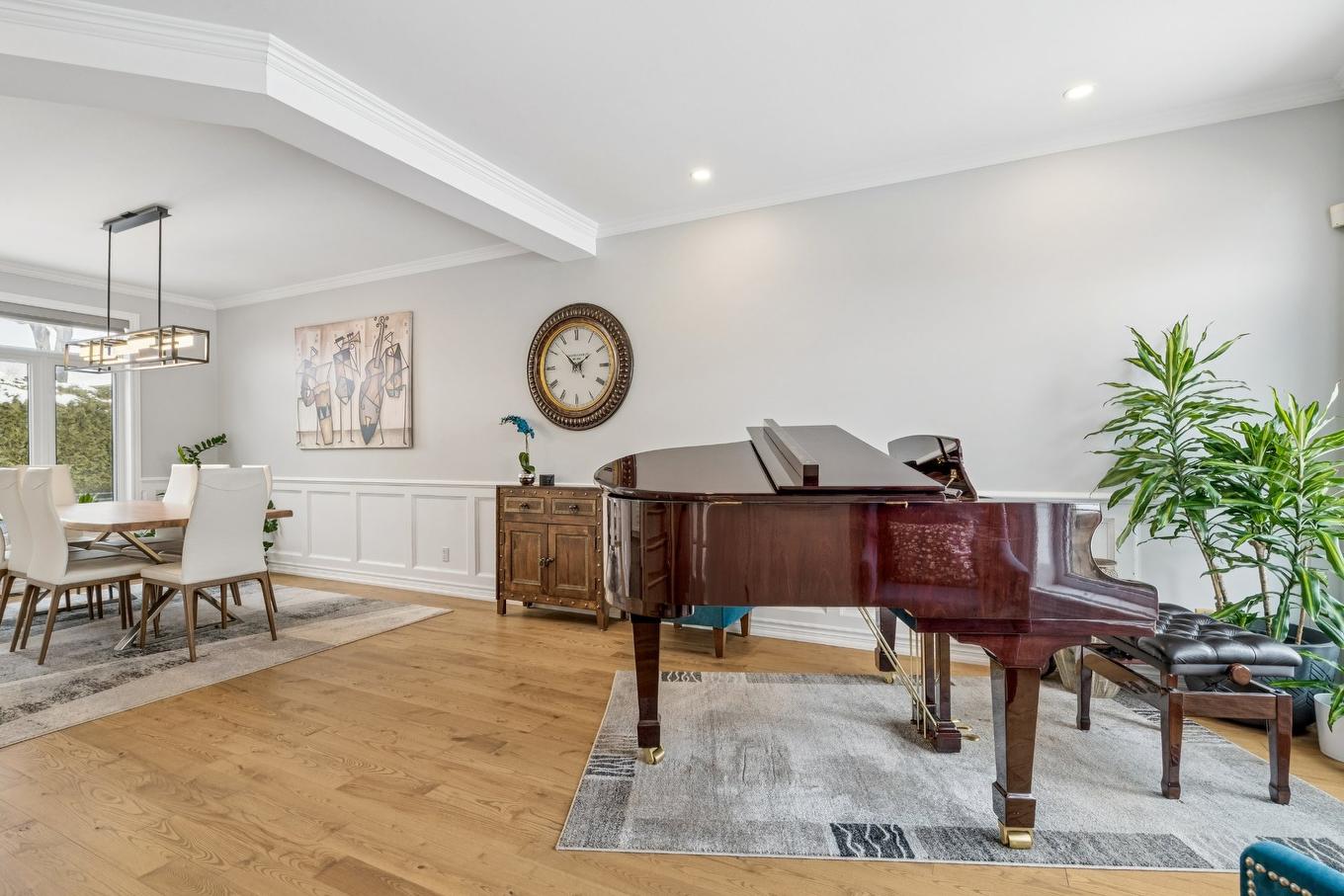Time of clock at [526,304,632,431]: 1:52
